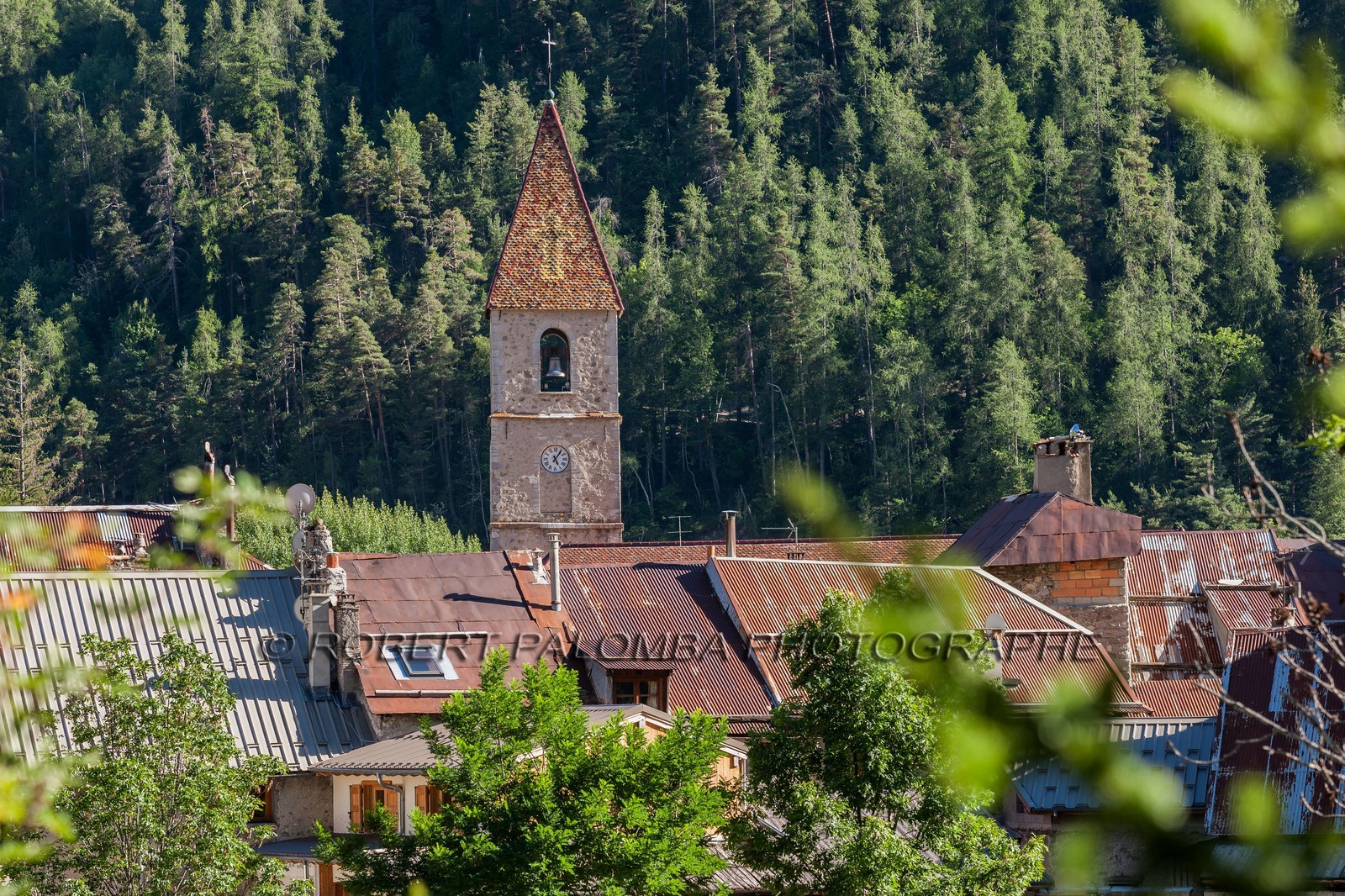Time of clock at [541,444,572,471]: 5:05
